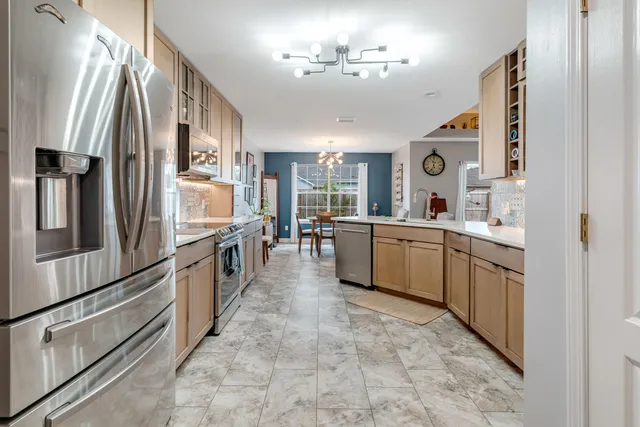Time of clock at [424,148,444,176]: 11:34
